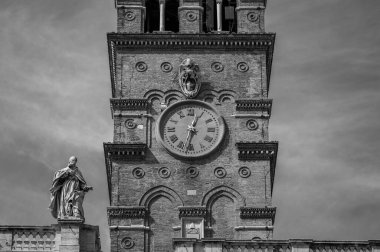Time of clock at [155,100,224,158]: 12:32
